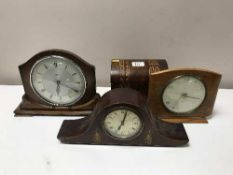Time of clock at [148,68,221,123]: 7:17
